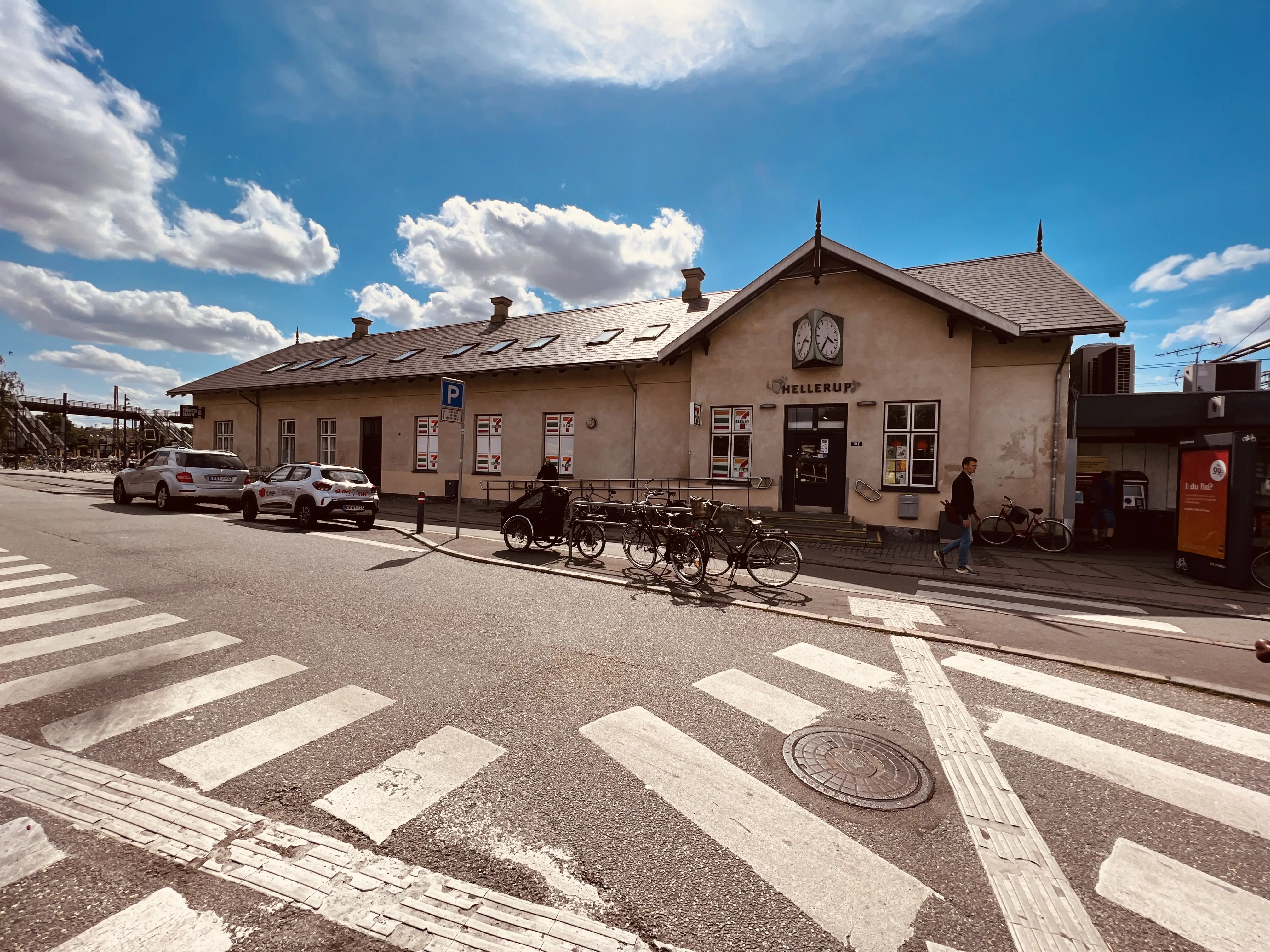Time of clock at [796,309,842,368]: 3:35
